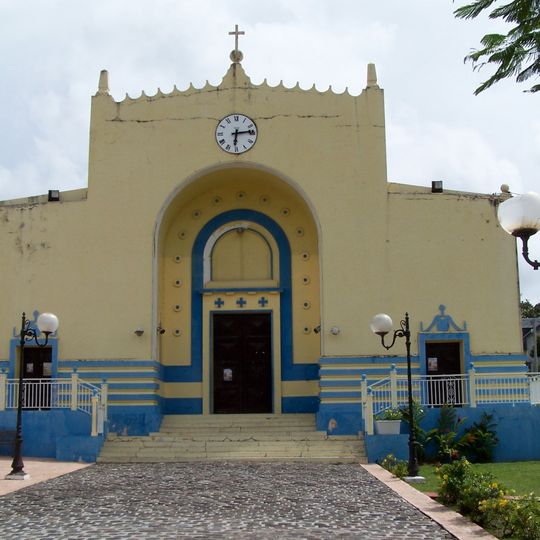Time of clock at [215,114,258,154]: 6:13
